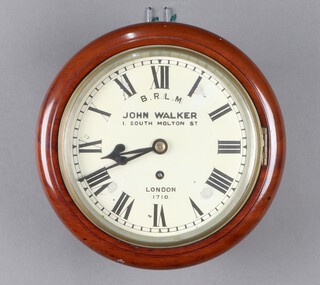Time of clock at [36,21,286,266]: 8:41
